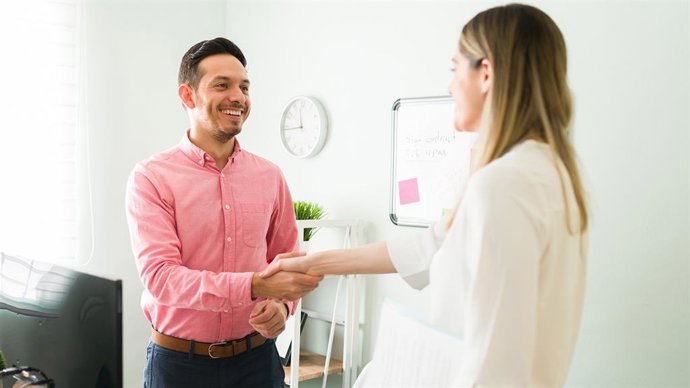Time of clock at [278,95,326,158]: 11:44
